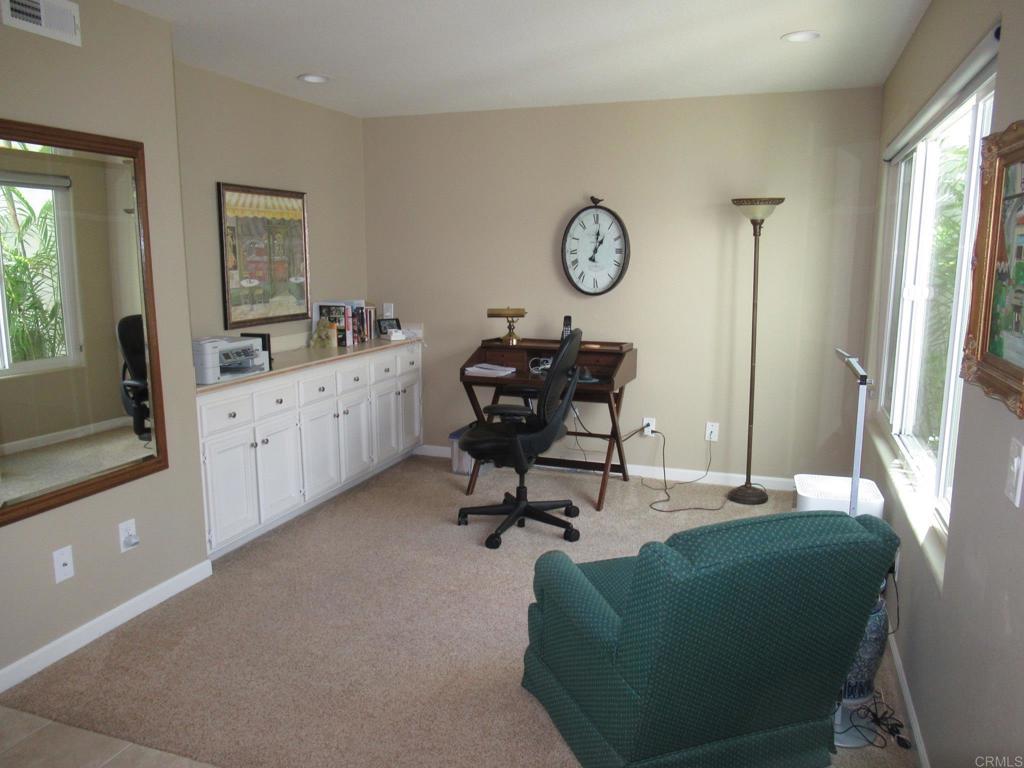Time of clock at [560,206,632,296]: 1:01
